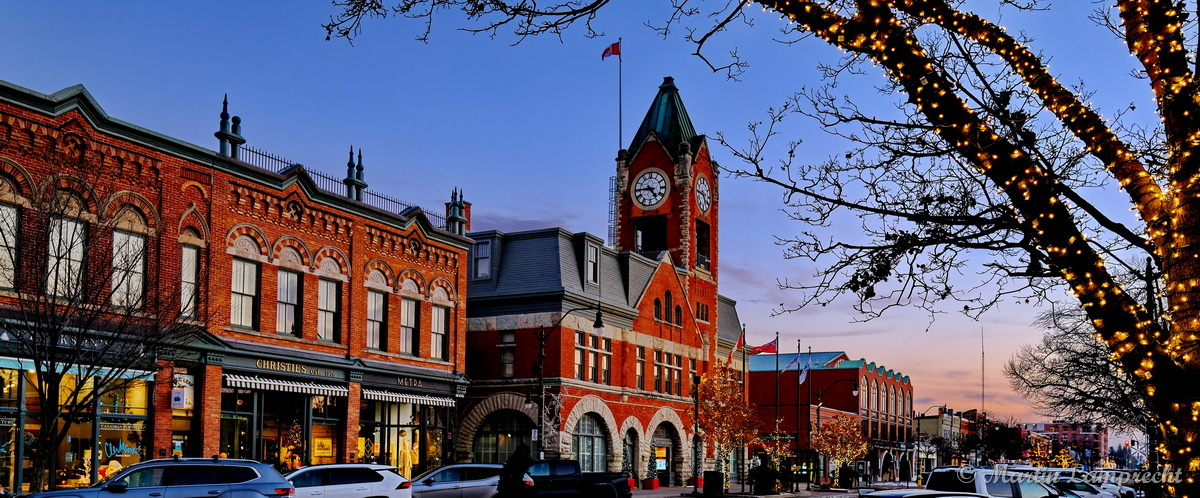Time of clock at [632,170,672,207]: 4:44
